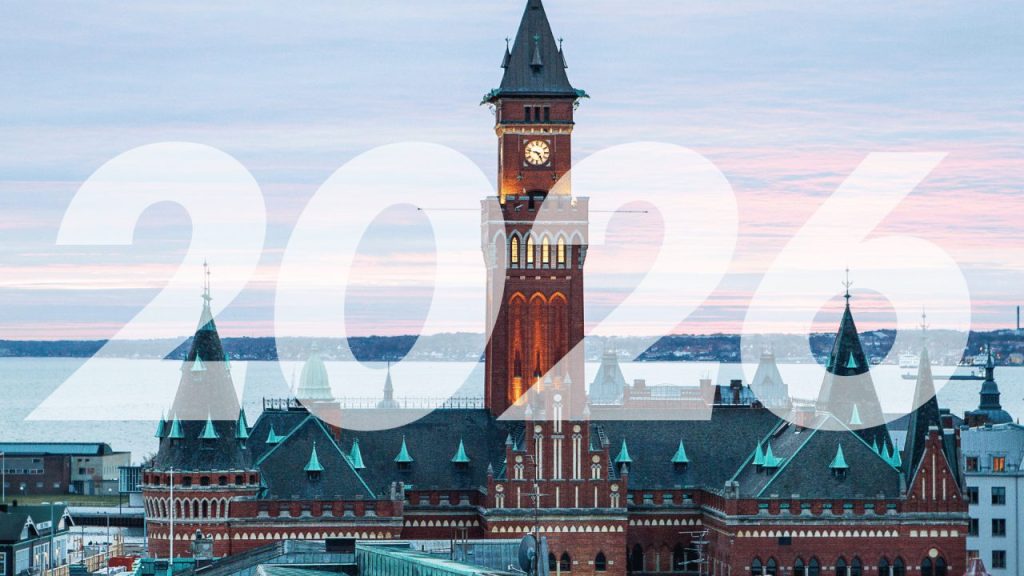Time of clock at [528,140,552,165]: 4:47
